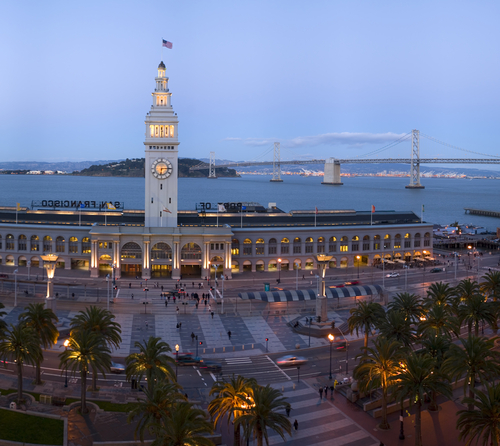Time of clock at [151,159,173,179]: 6:14
